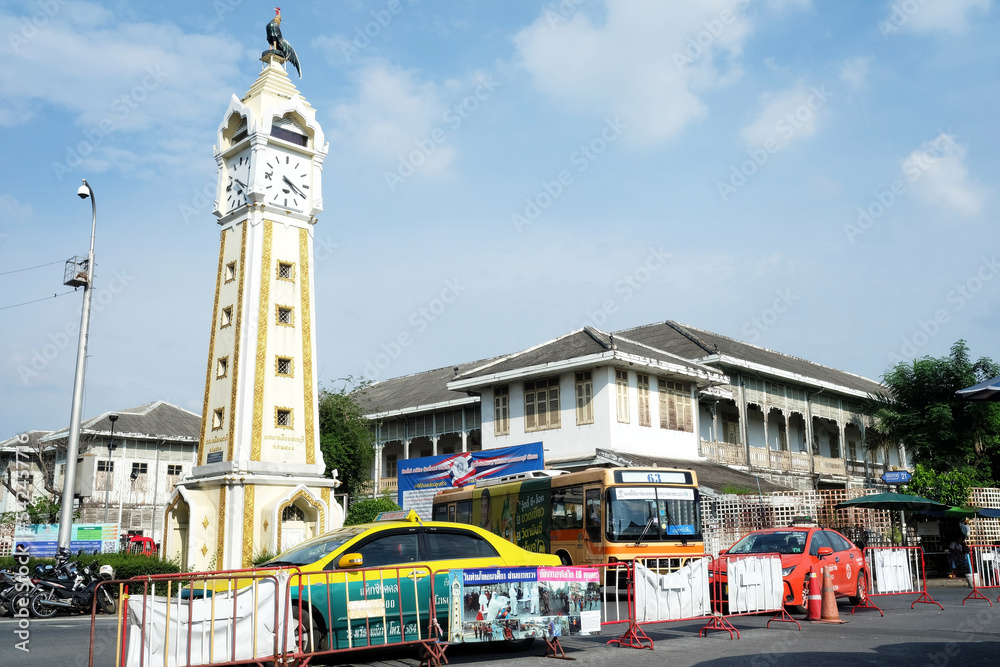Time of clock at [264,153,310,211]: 4:19
